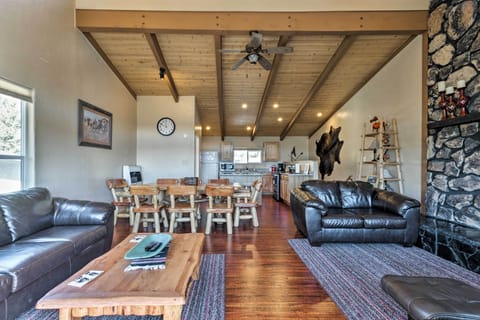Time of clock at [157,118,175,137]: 11:49
